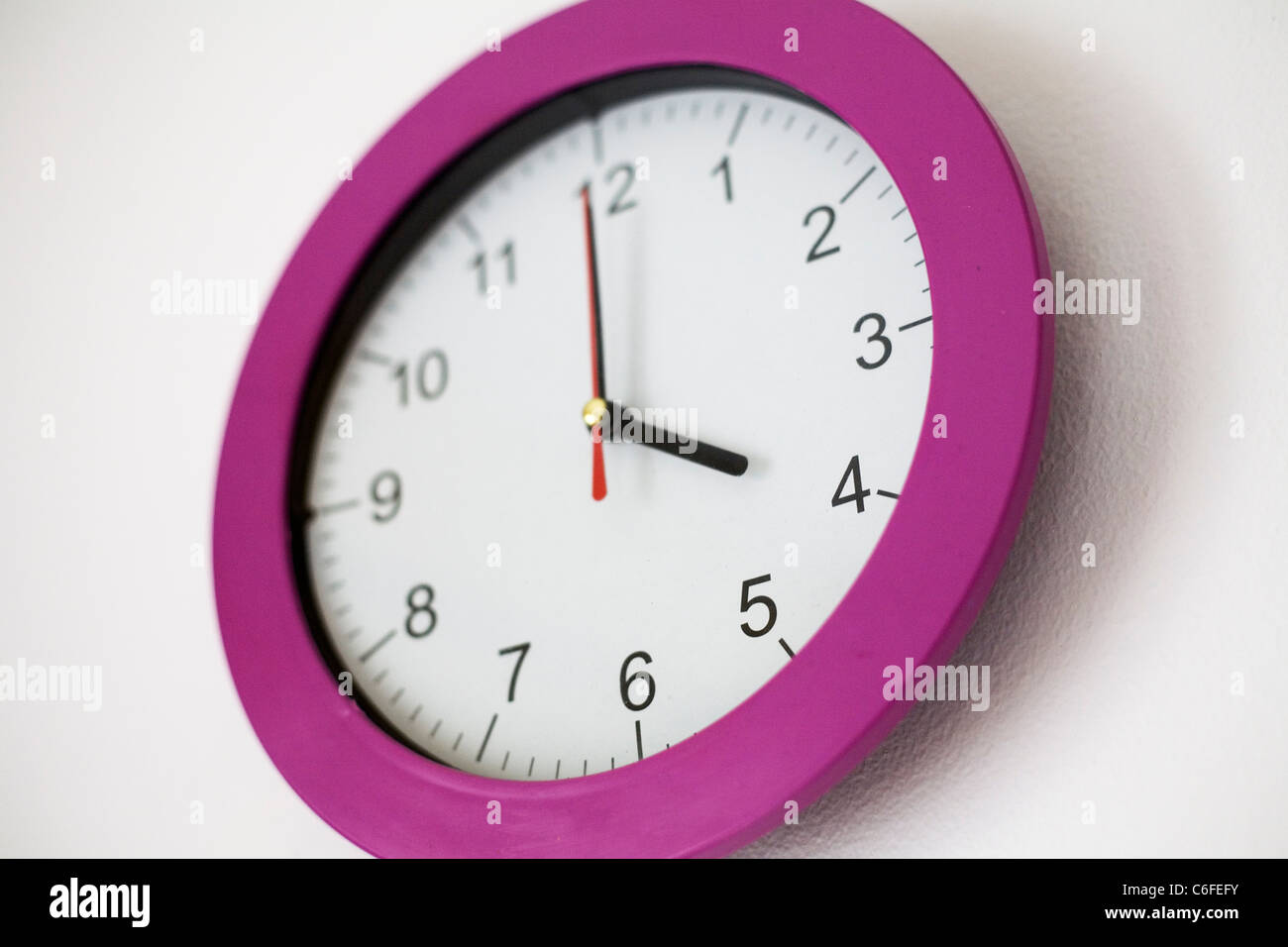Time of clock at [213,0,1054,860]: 3:59
